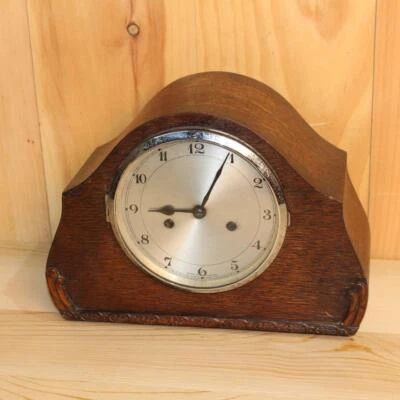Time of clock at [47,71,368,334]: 9:04
